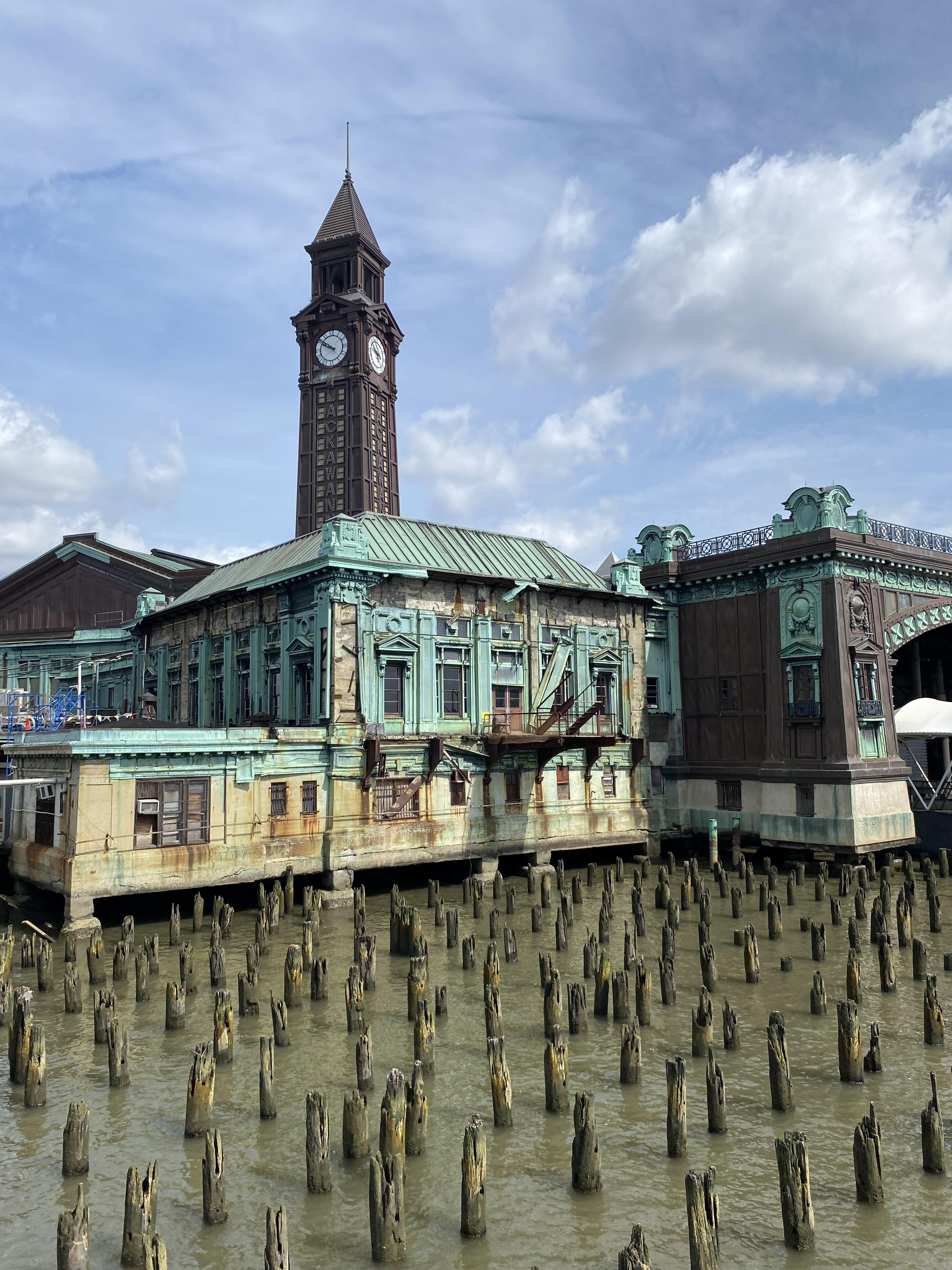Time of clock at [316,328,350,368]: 9:50
